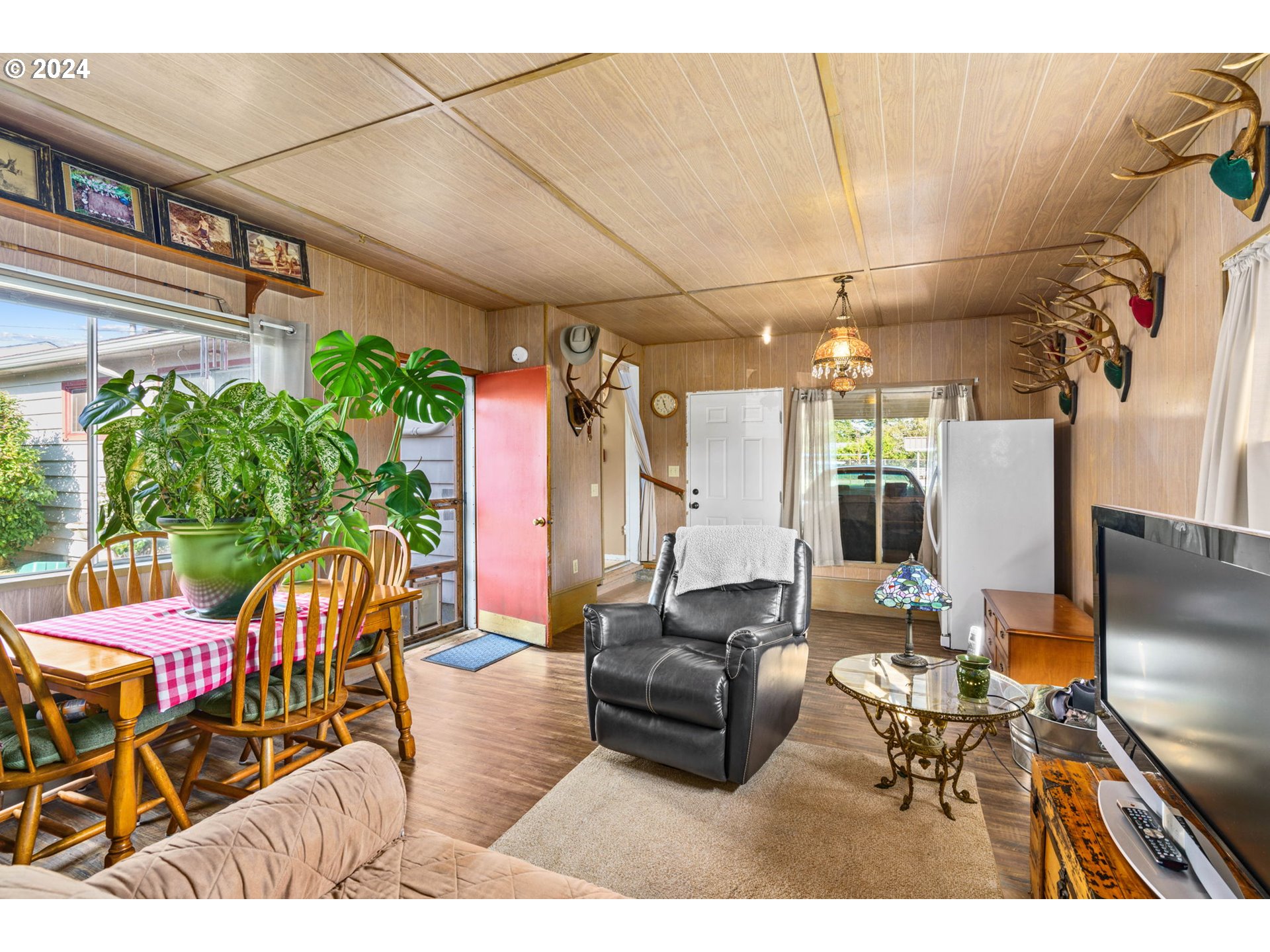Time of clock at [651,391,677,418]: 11:26
